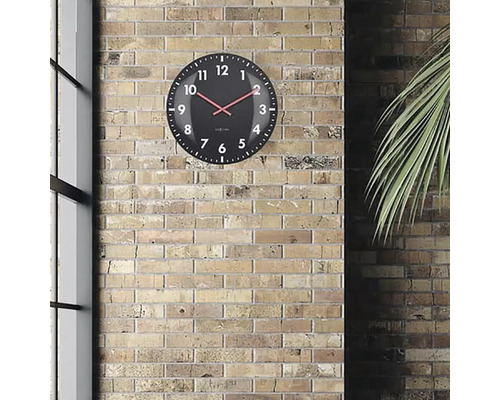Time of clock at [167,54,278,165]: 1:50
